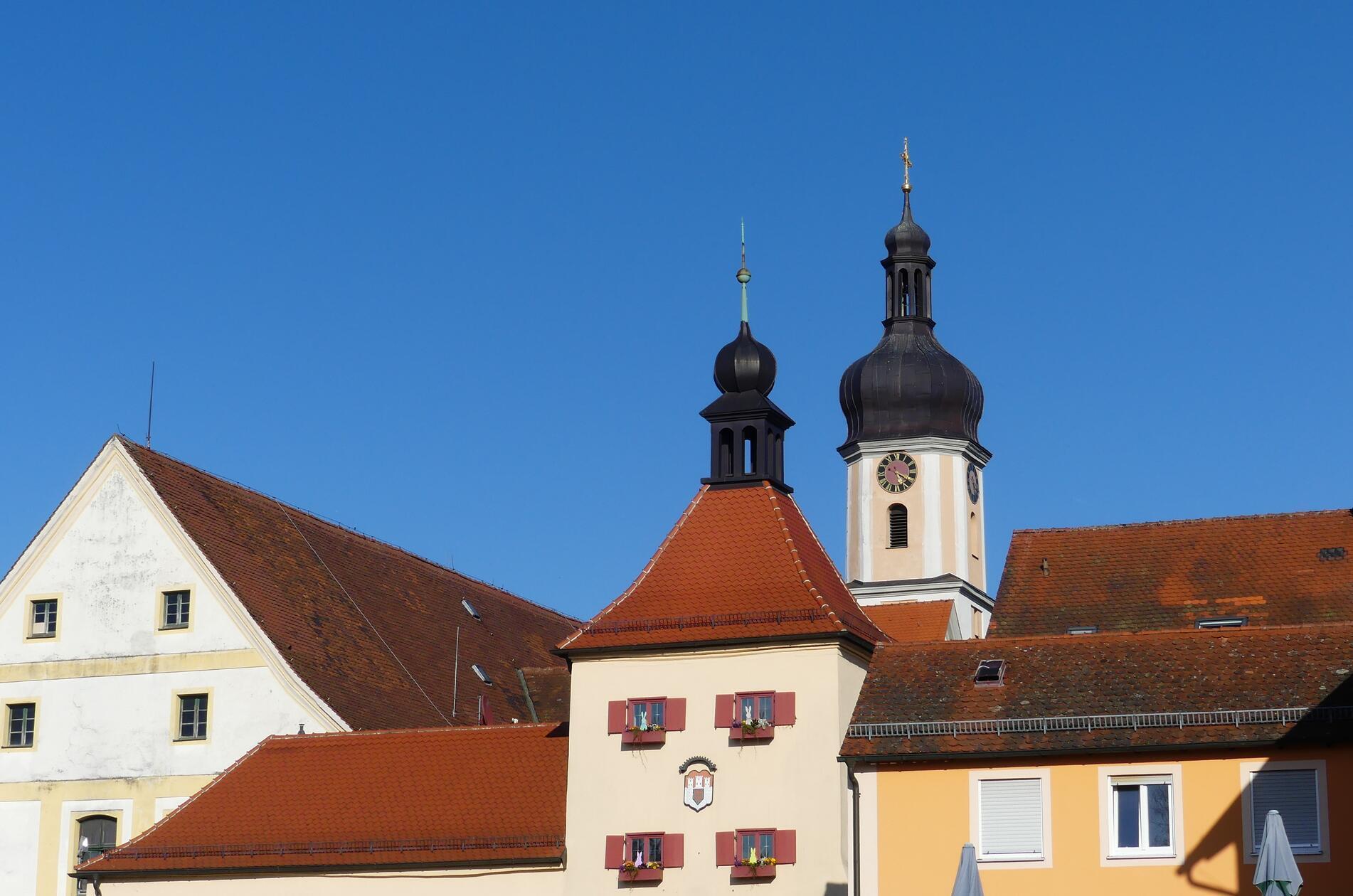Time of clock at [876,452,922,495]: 4:19
